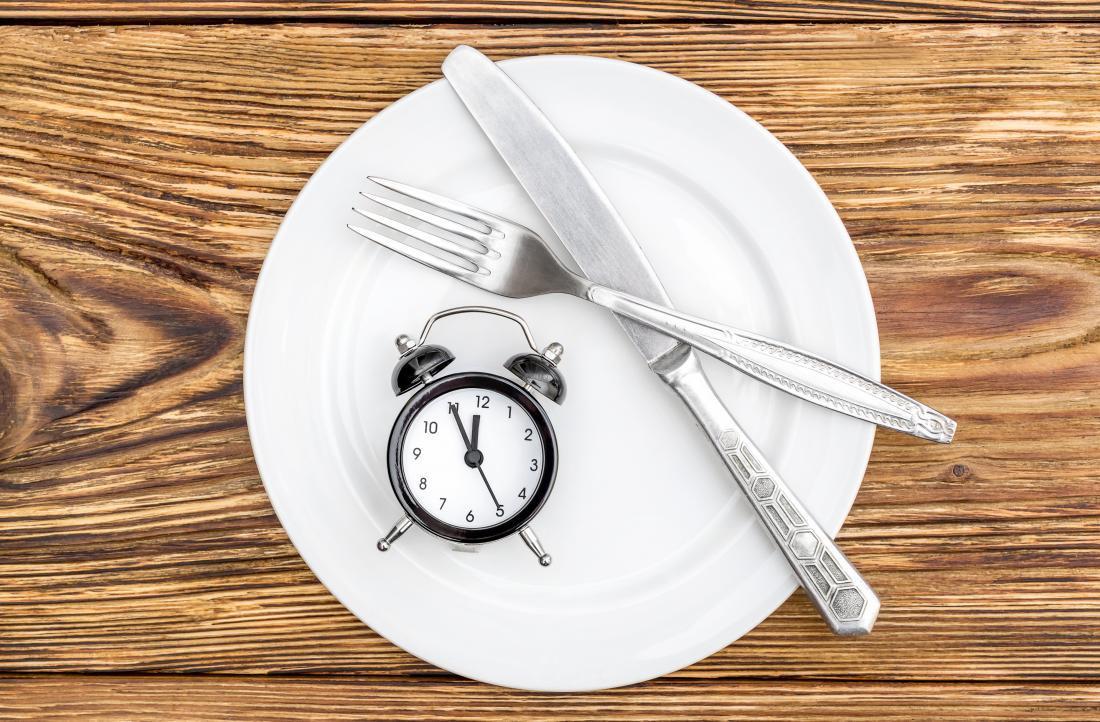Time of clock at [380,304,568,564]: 11:55
